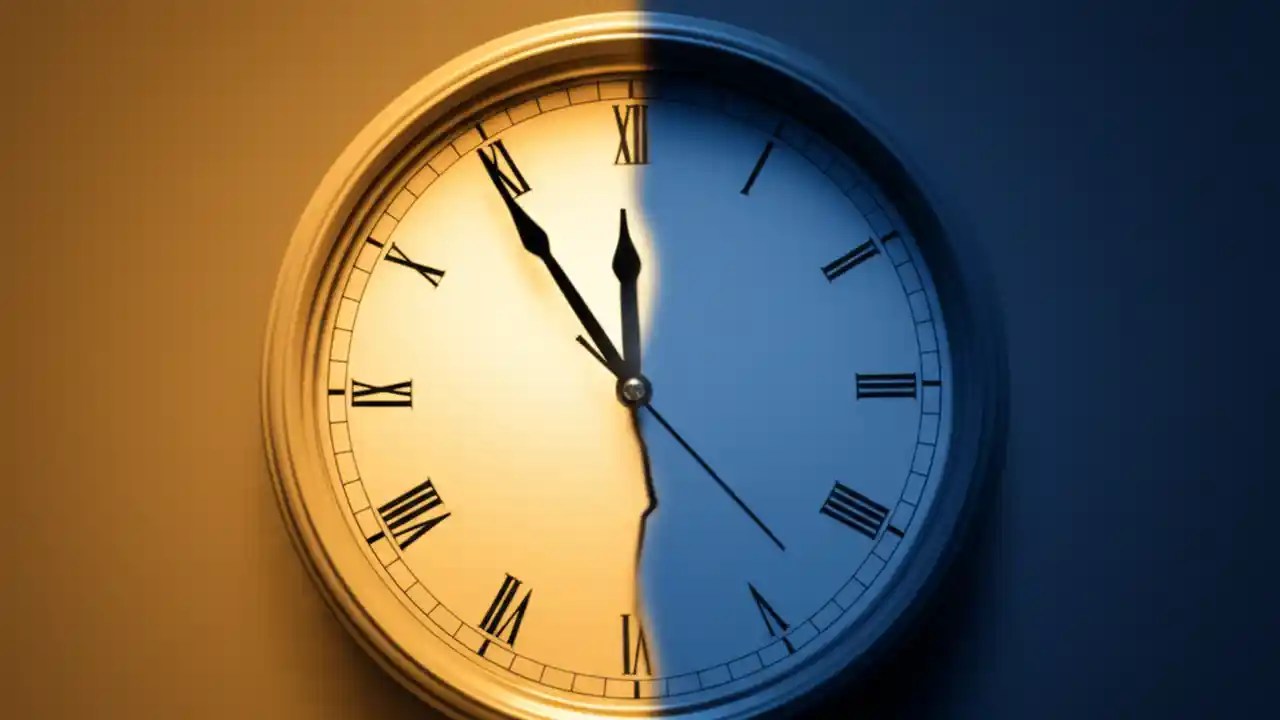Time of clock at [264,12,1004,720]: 11:54
